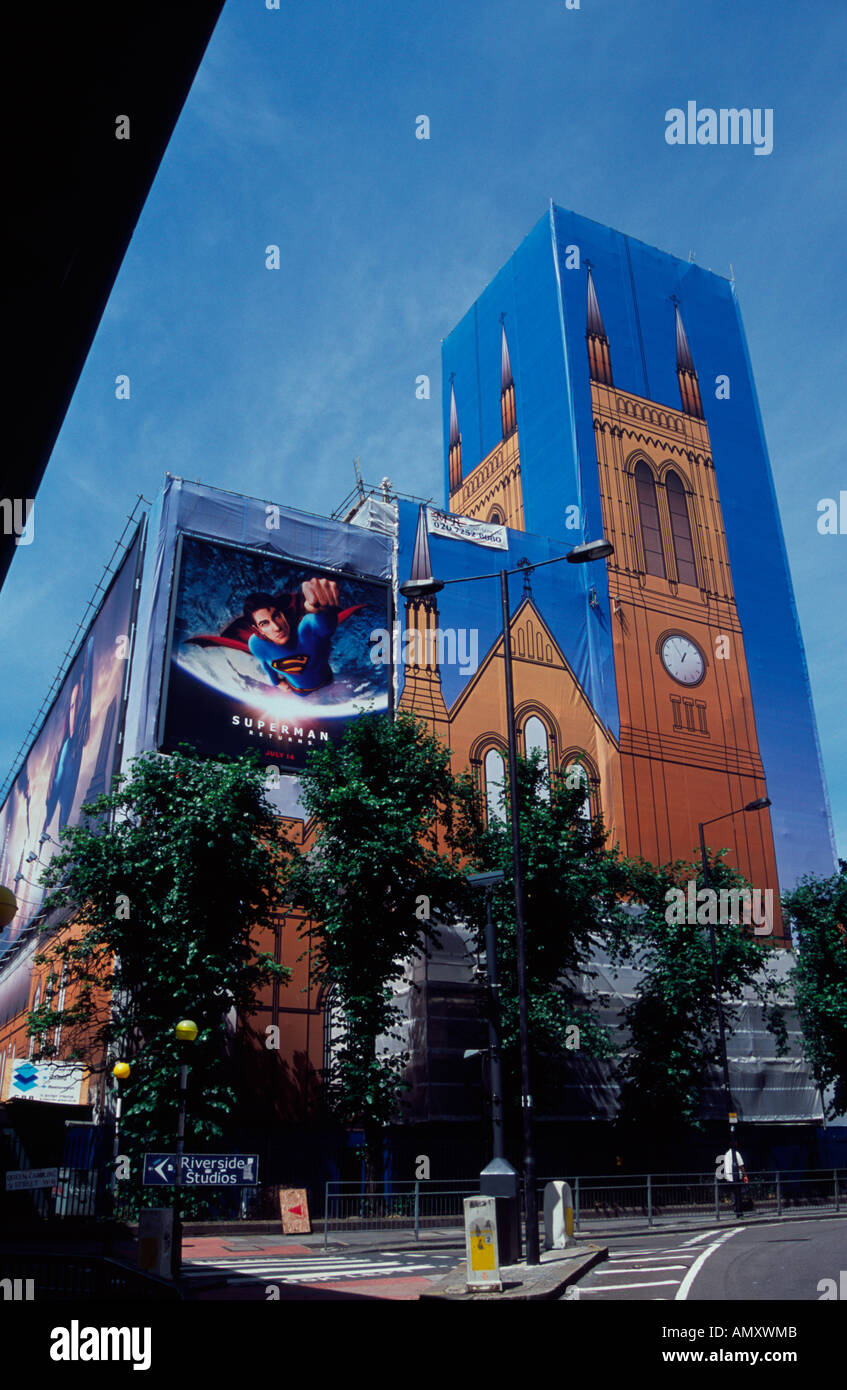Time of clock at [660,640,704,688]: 12:54
